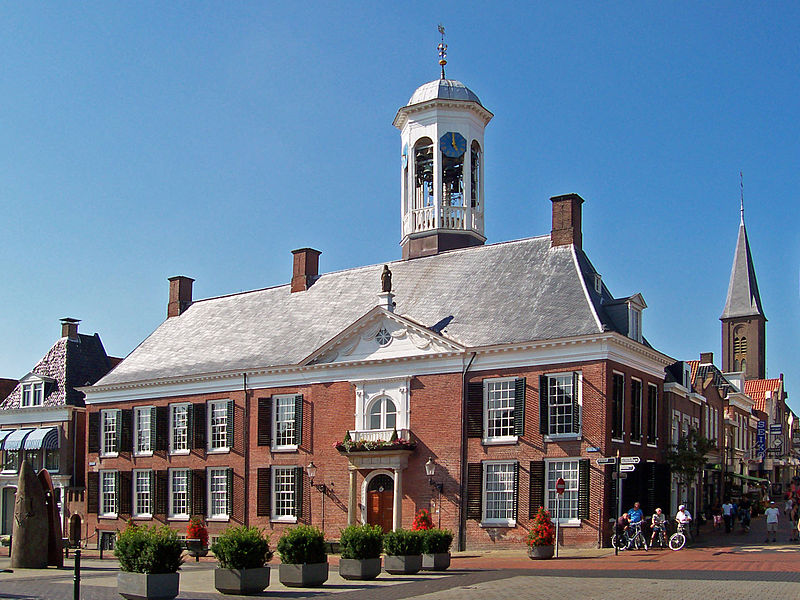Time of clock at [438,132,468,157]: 4:59
